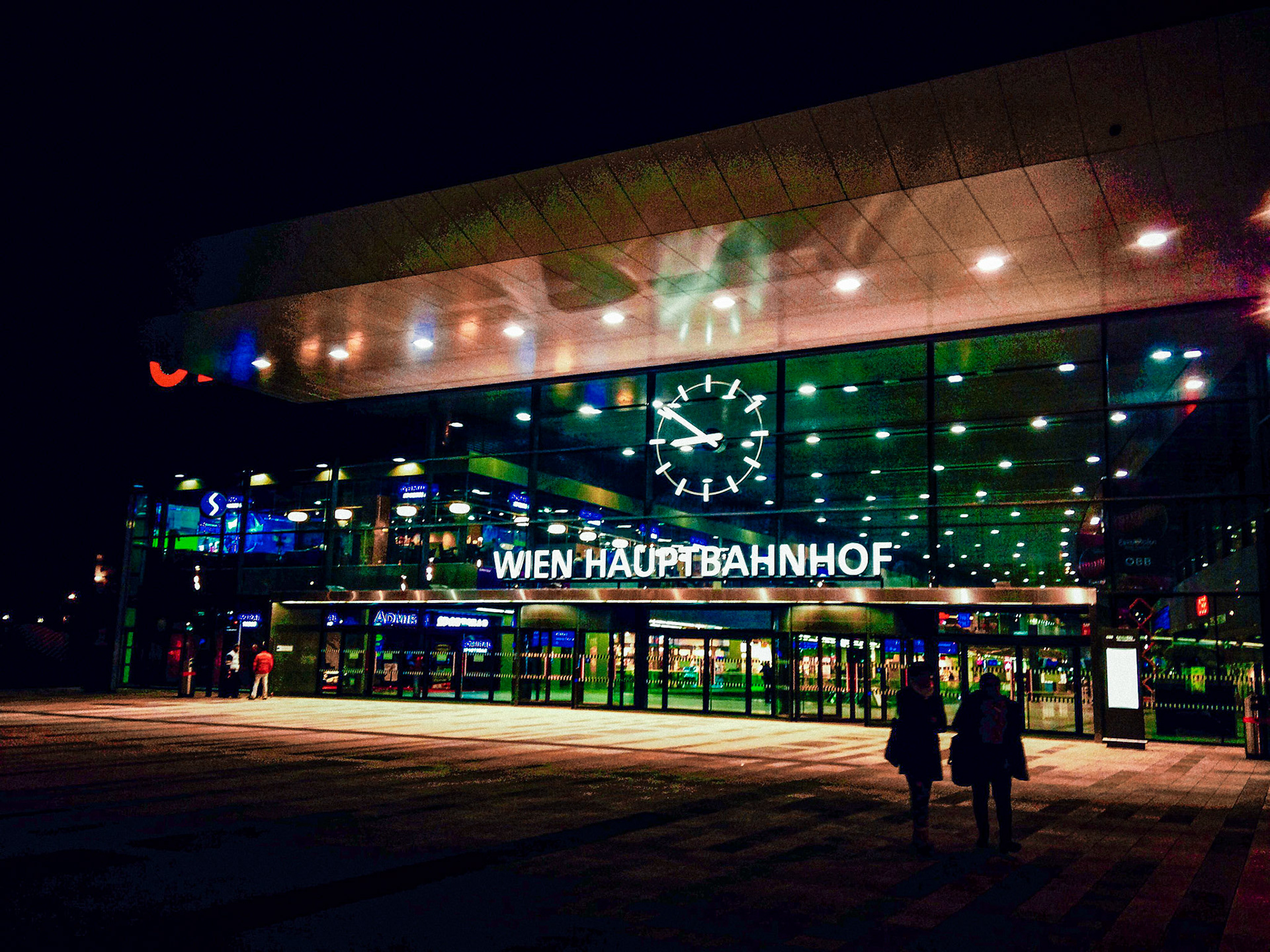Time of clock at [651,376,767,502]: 8:51
